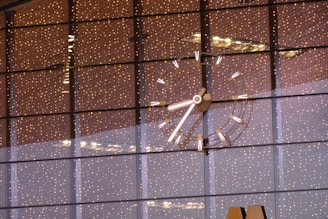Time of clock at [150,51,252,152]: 7:15
